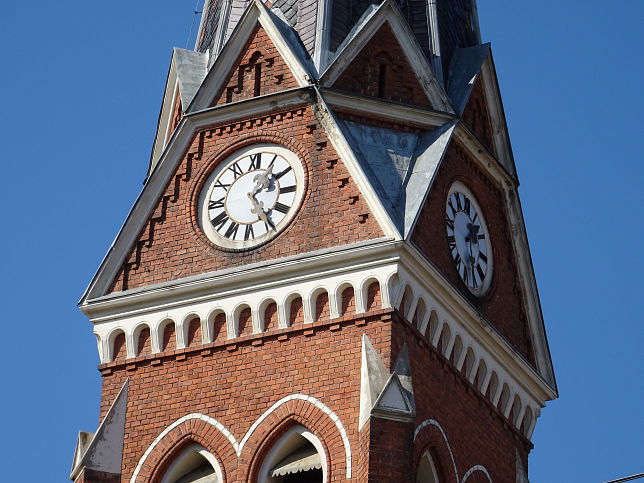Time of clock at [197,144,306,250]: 1:24
